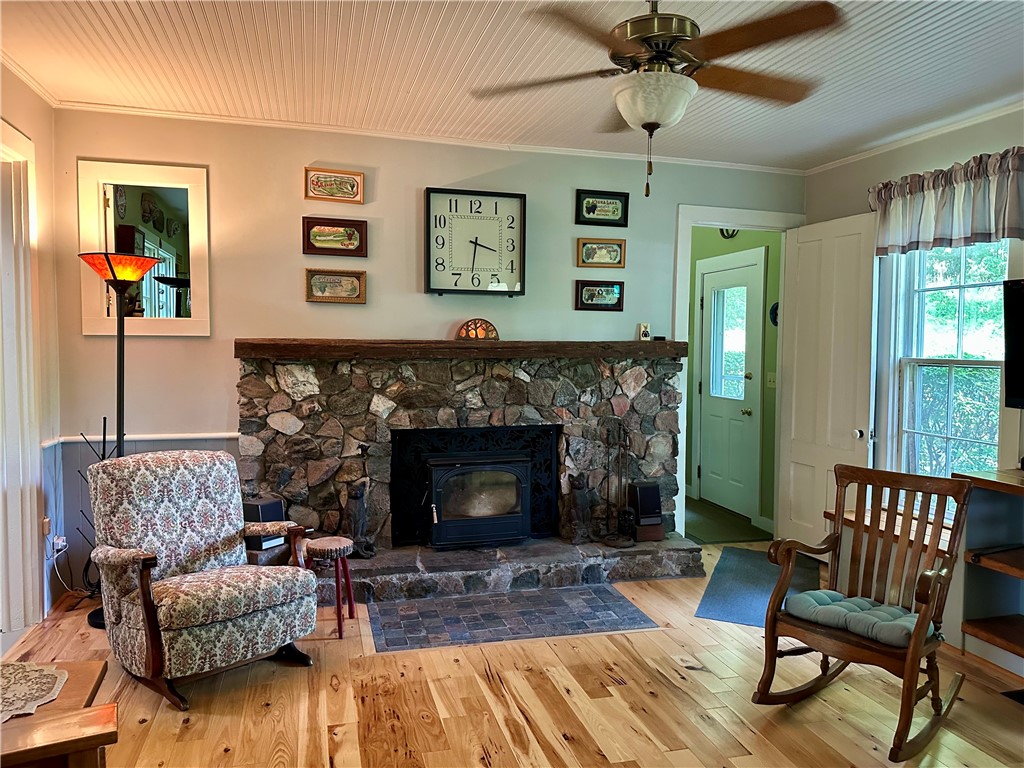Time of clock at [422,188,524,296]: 3:31
